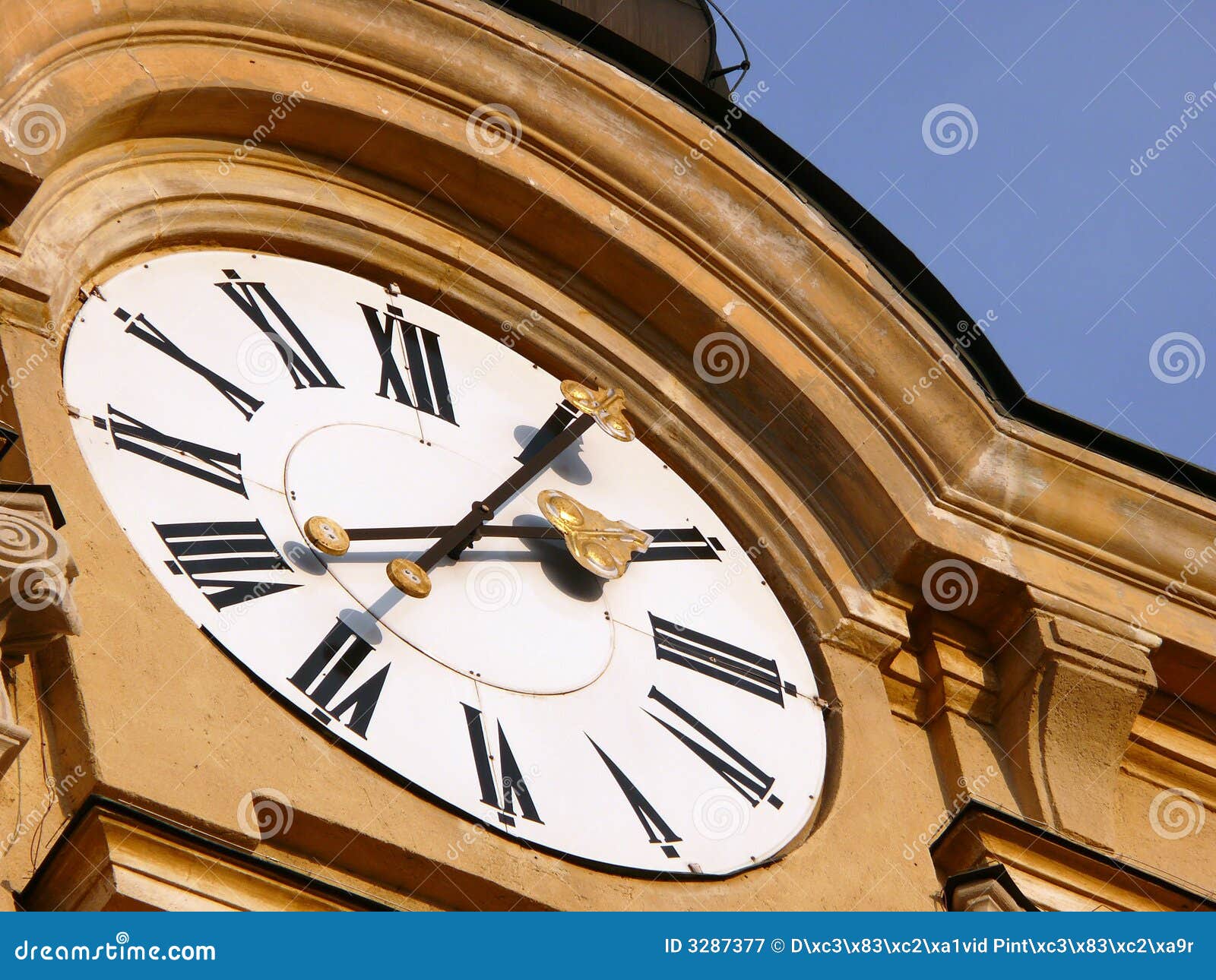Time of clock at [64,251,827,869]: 2:06
